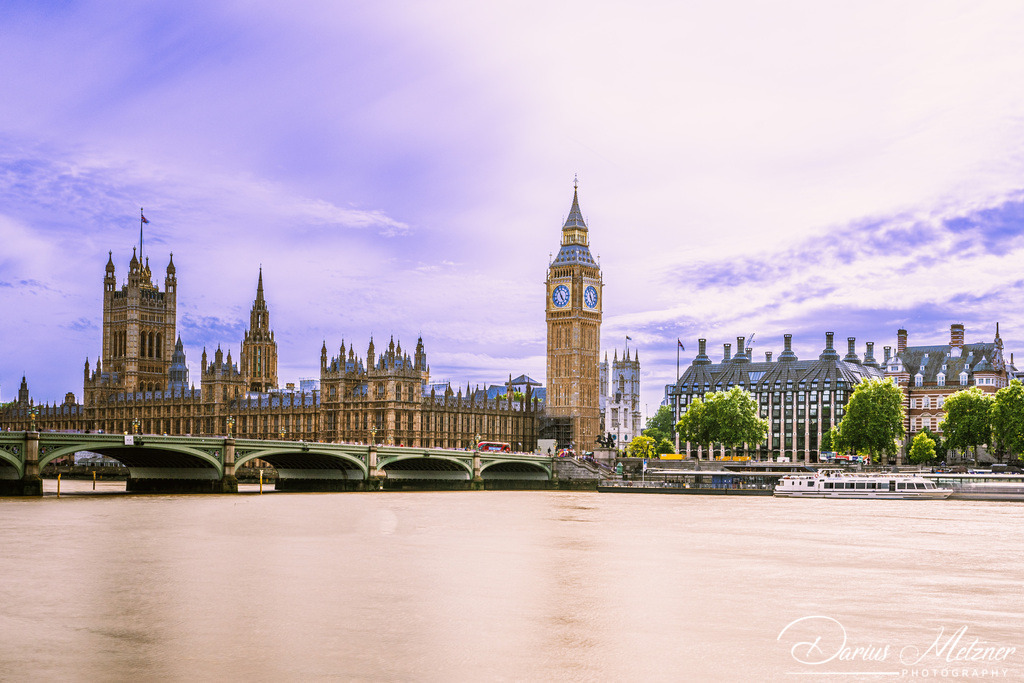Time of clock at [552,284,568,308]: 4:55
